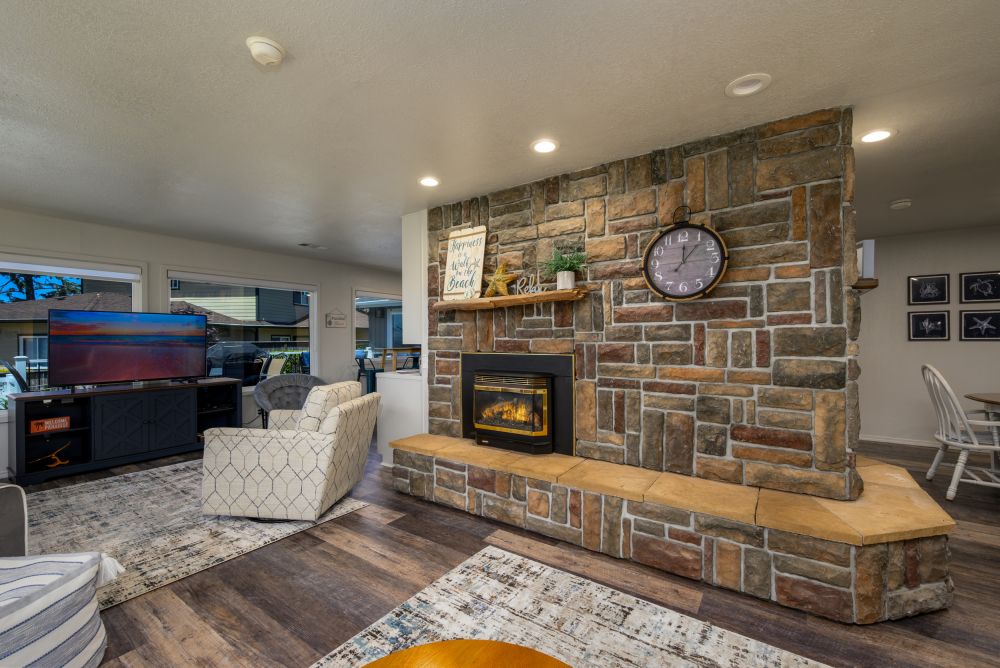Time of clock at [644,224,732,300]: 12:06
